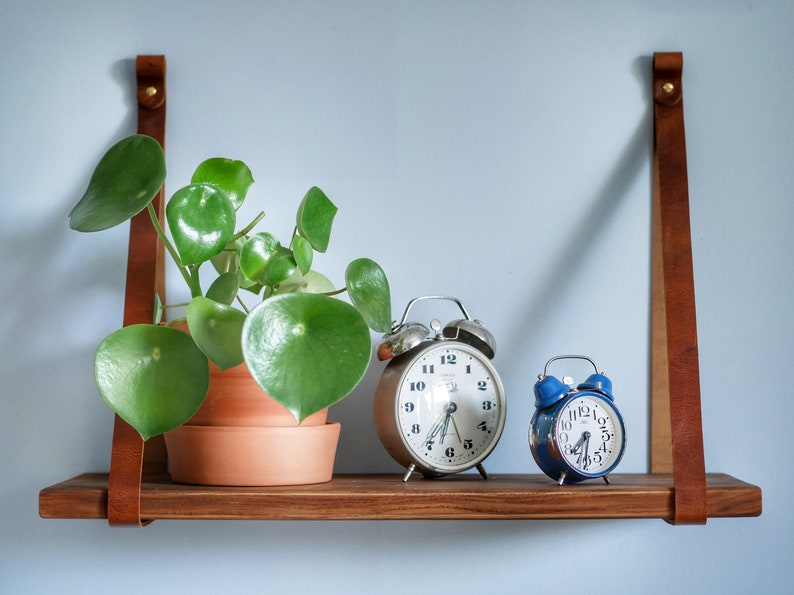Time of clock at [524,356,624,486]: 7:31
